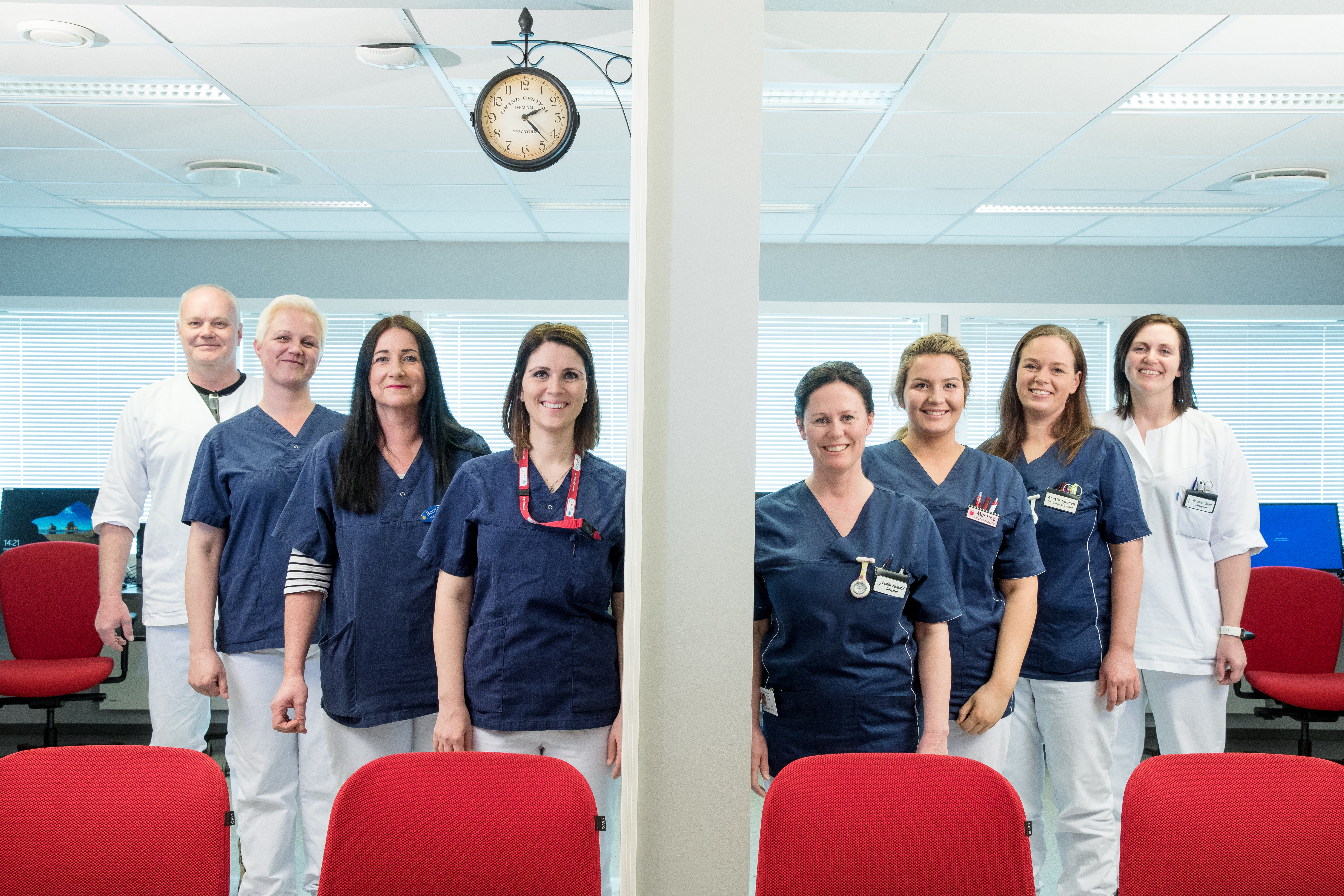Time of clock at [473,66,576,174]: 2:22
